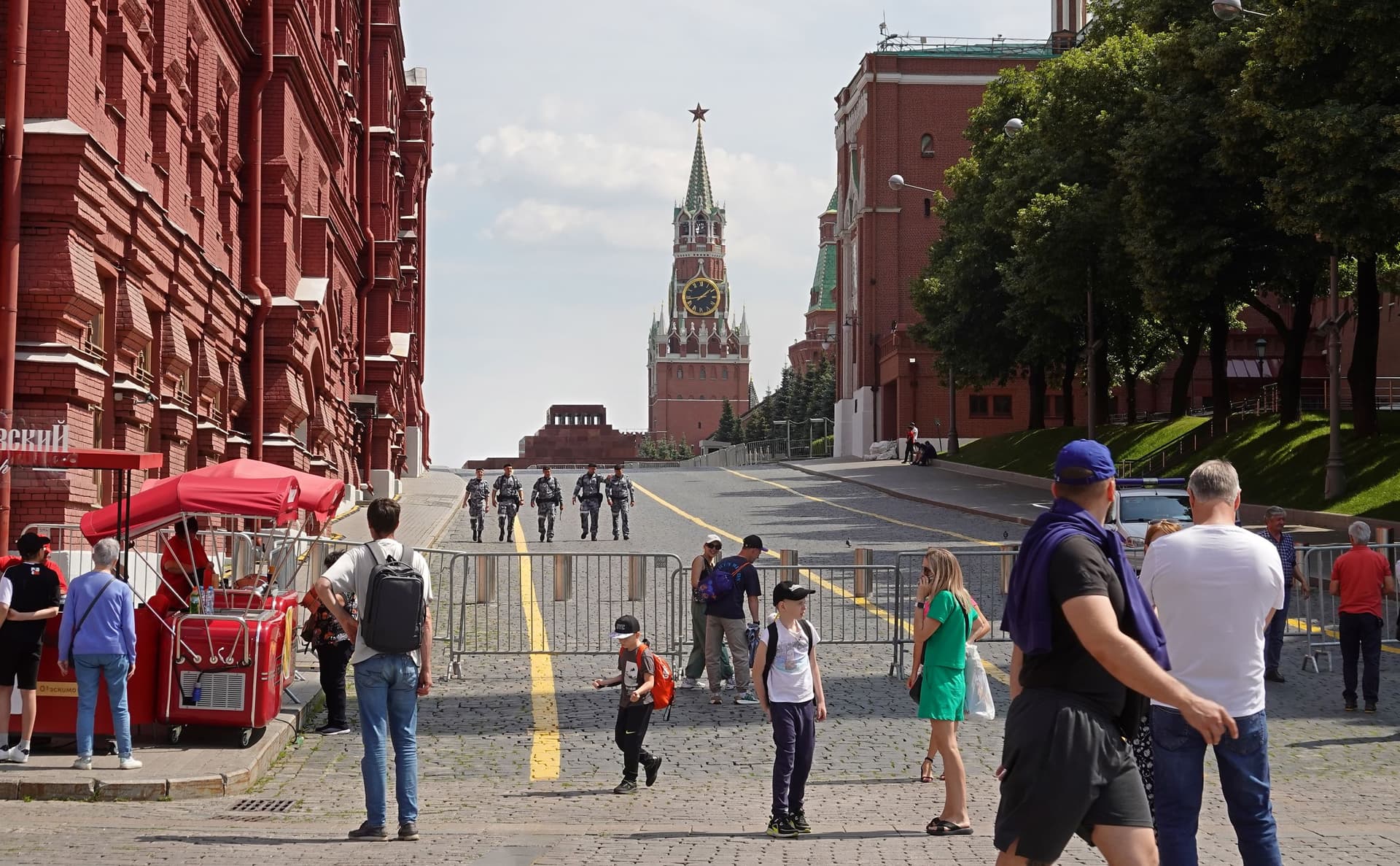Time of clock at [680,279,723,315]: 1:43
